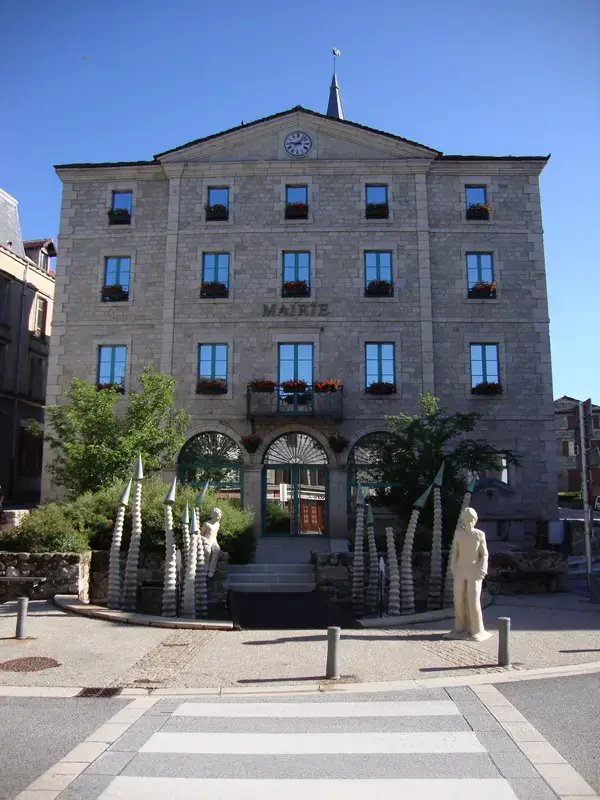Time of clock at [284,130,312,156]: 9:07
